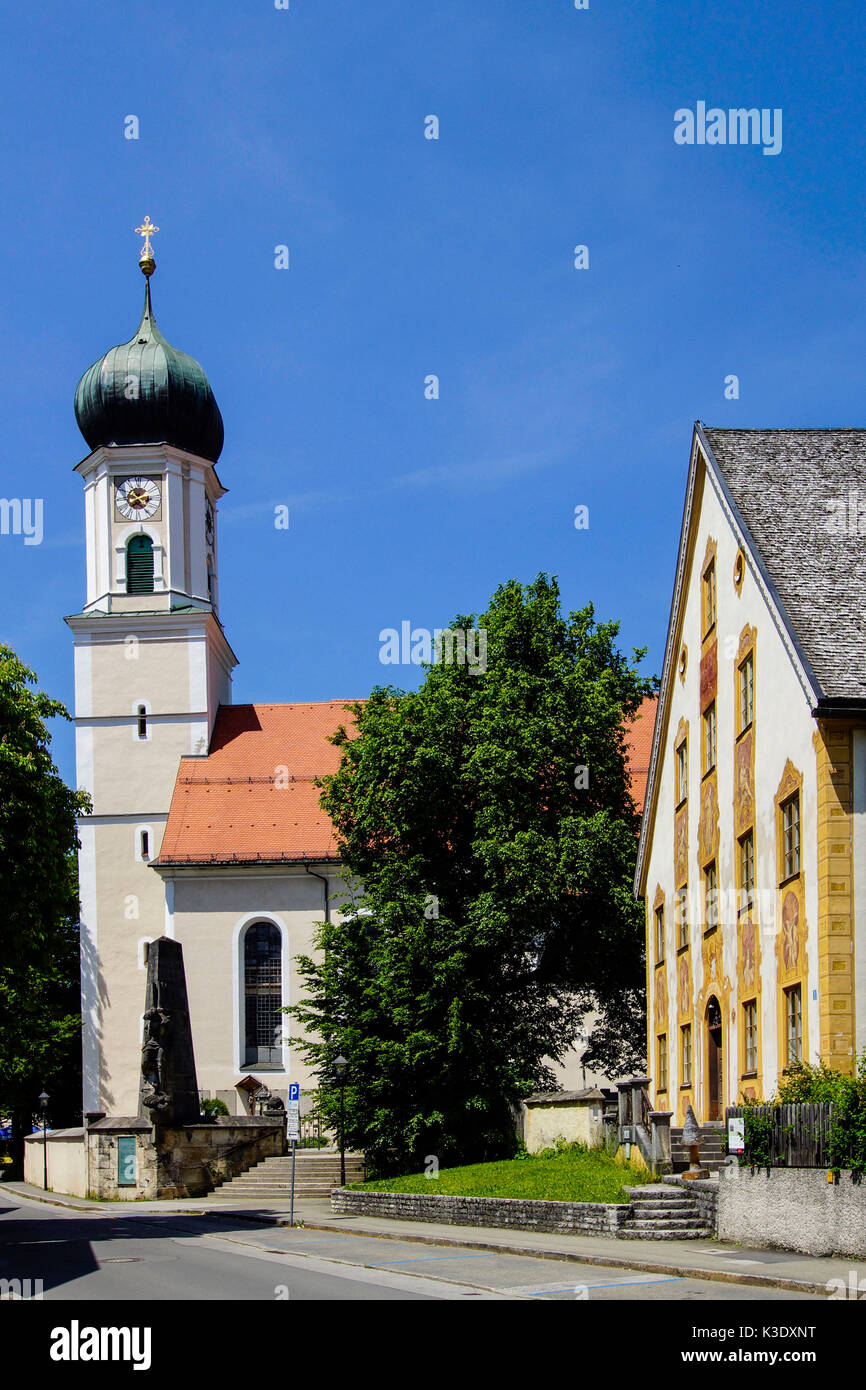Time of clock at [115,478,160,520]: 2:23
